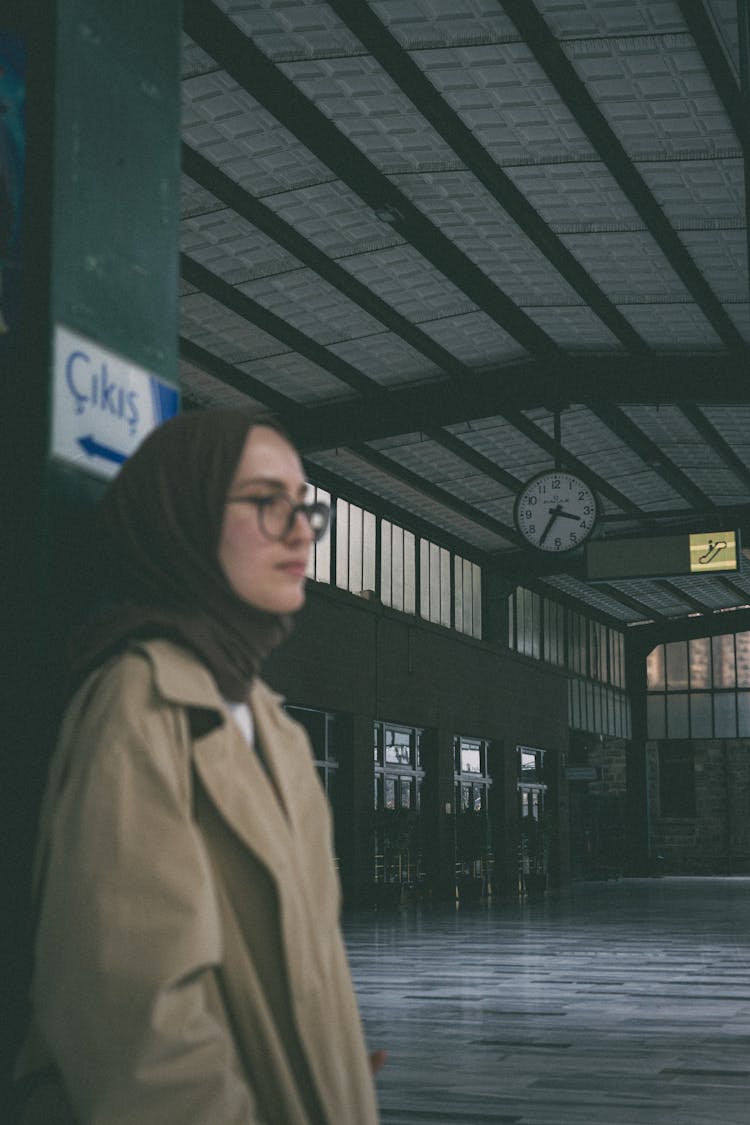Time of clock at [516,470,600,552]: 3:35
